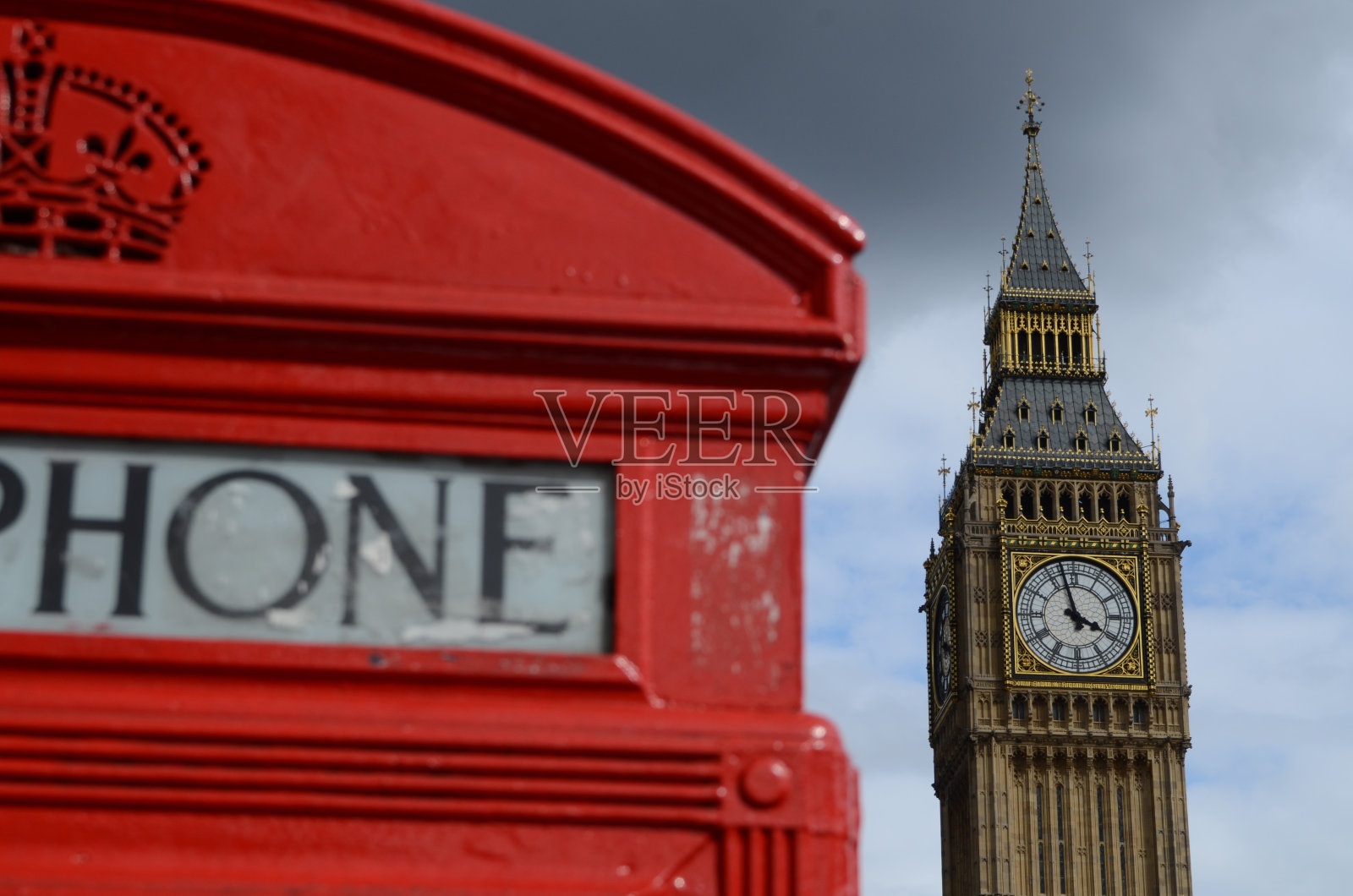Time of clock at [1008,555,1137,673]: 3:57
